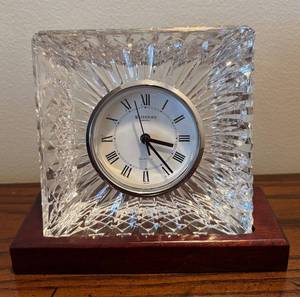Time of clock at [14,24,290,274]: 3:23
